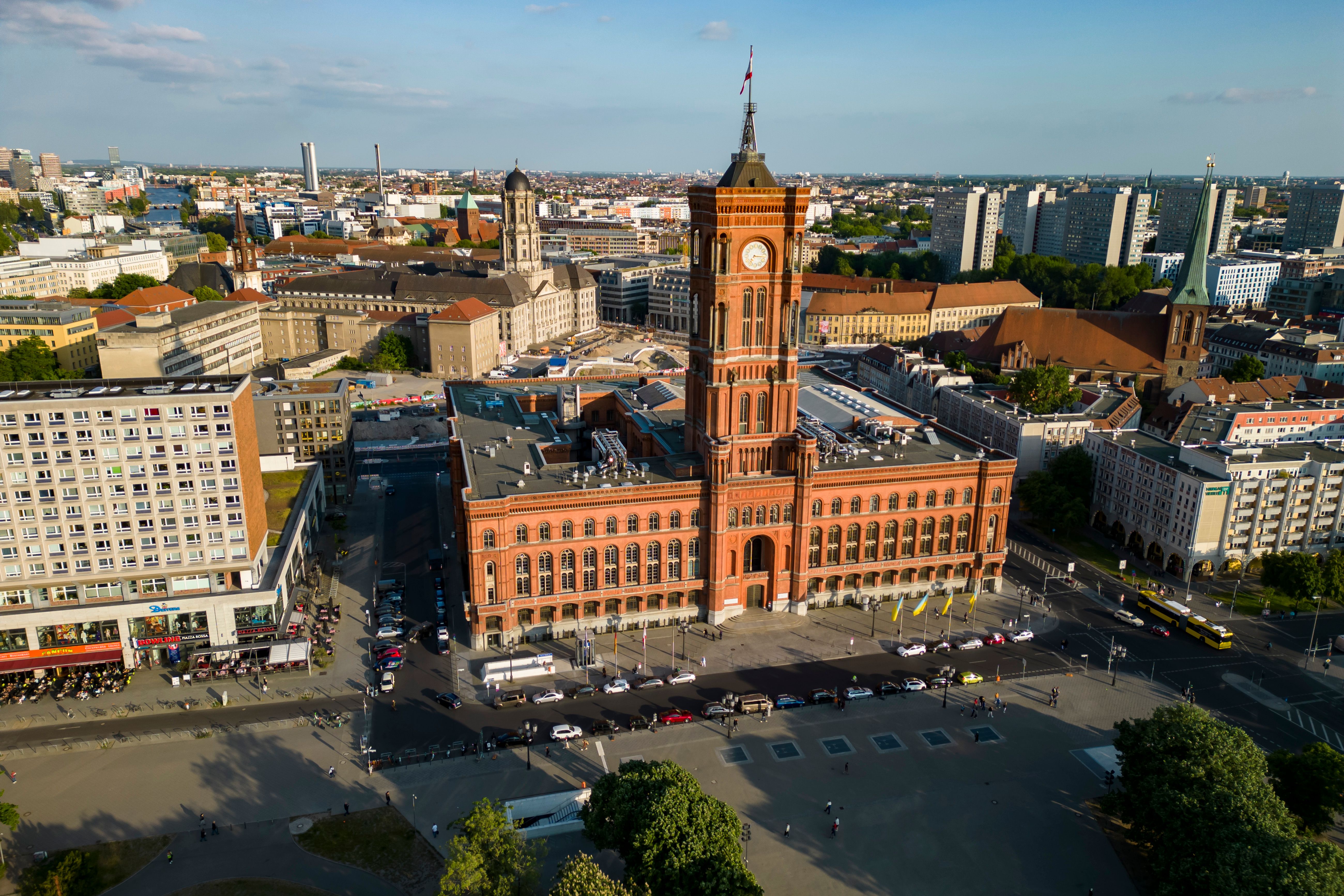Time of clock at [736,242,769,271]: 7:15
